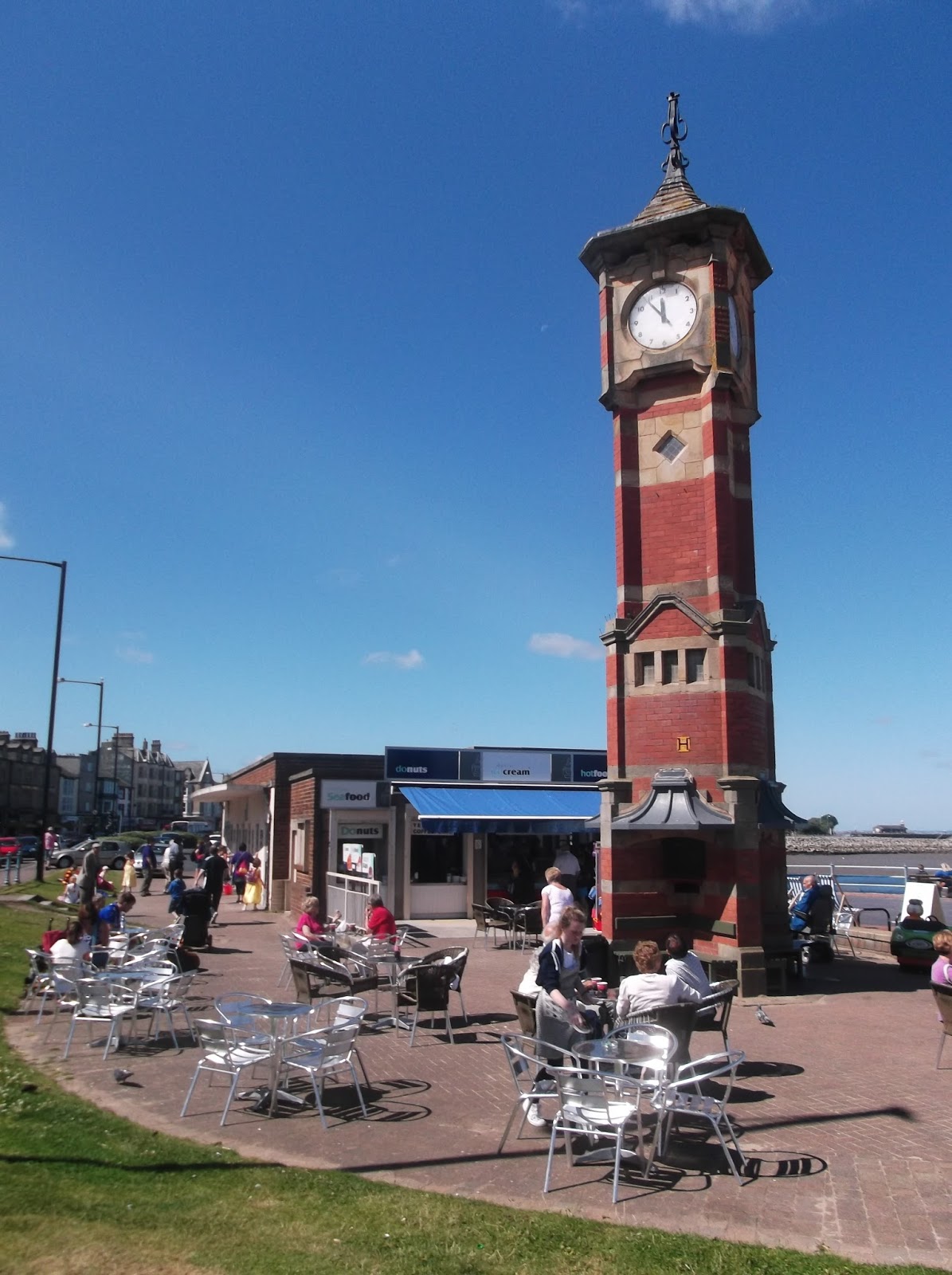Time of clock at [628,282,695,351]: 11:53
